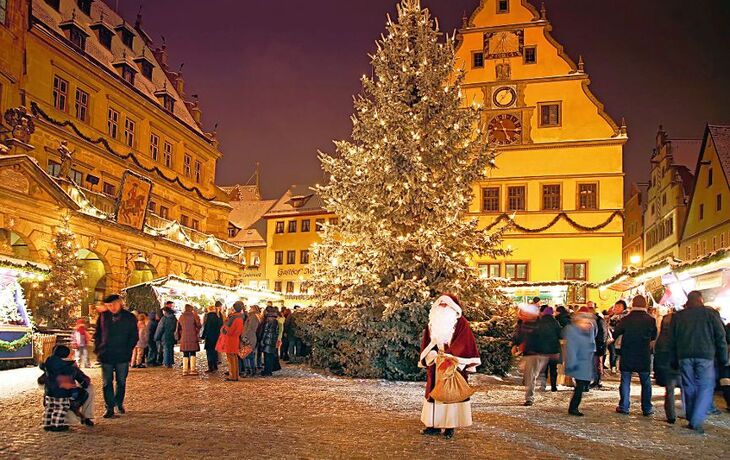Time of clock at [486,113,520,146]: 5:15
